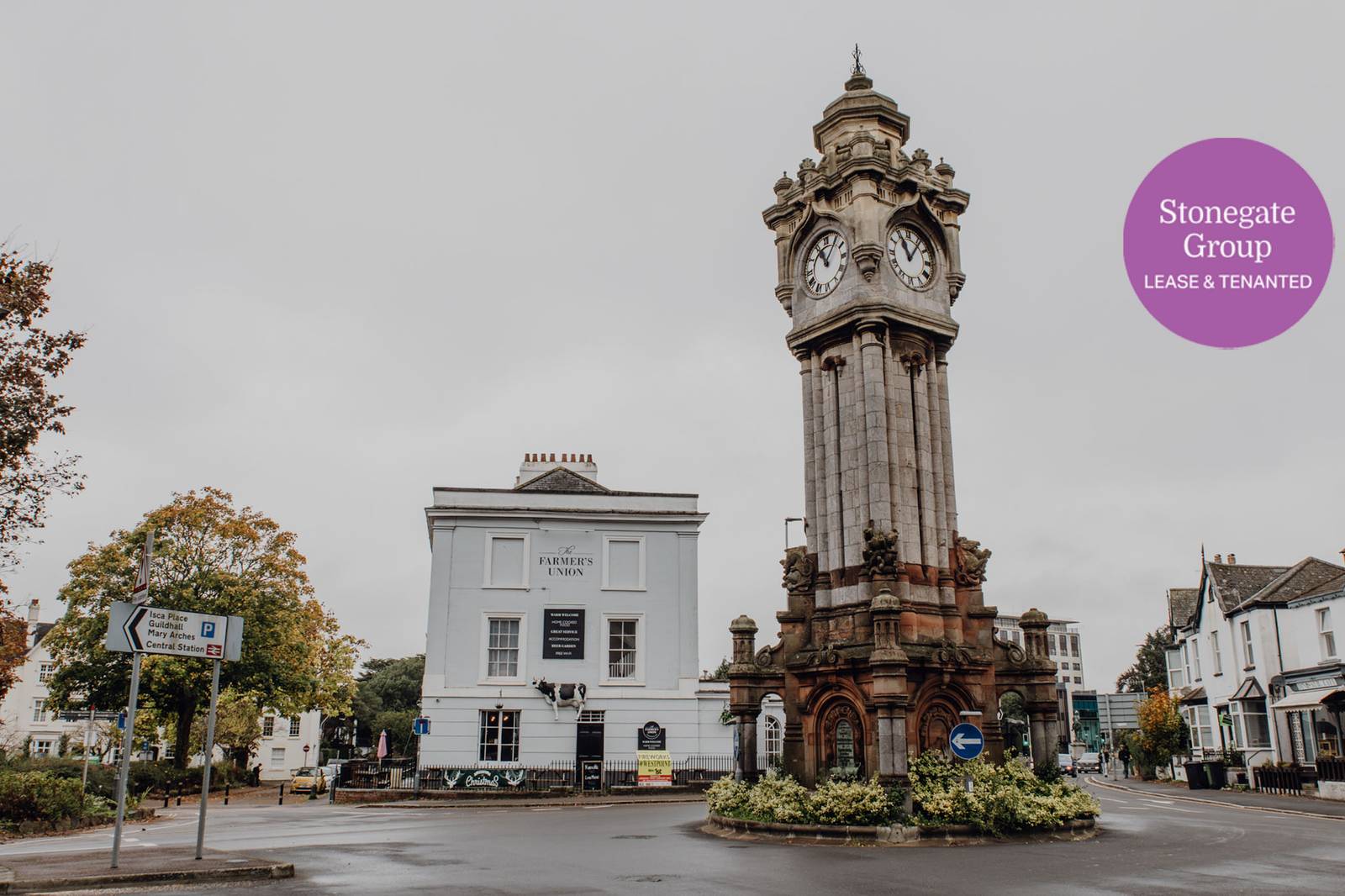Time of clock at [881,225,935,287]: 11:06
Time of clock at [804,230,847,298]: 11:06
